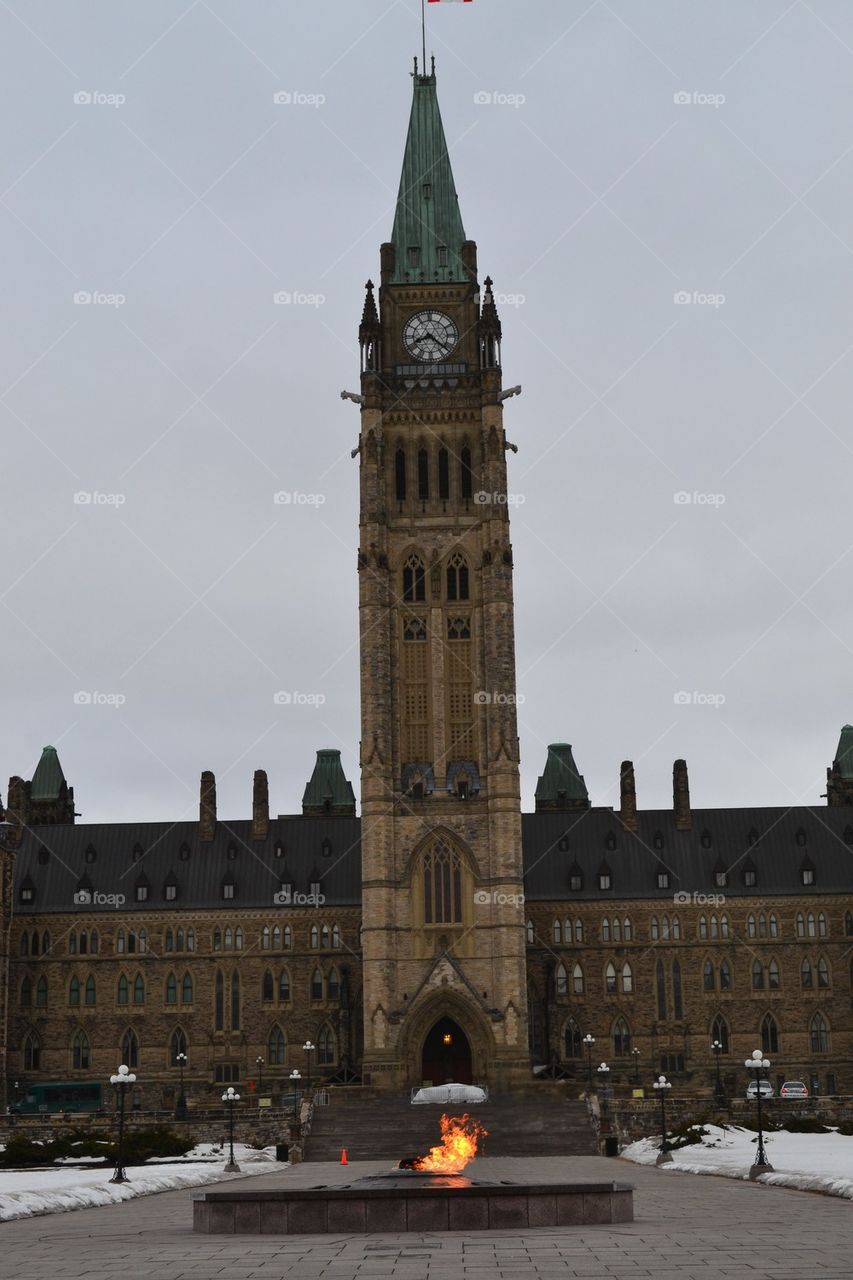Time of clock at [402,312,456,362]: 8:21
